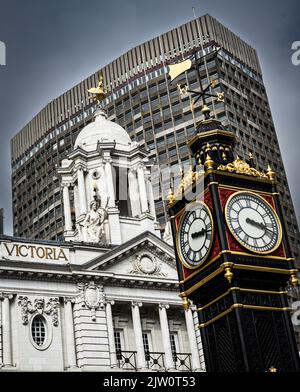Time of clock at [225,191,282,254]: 3:18
